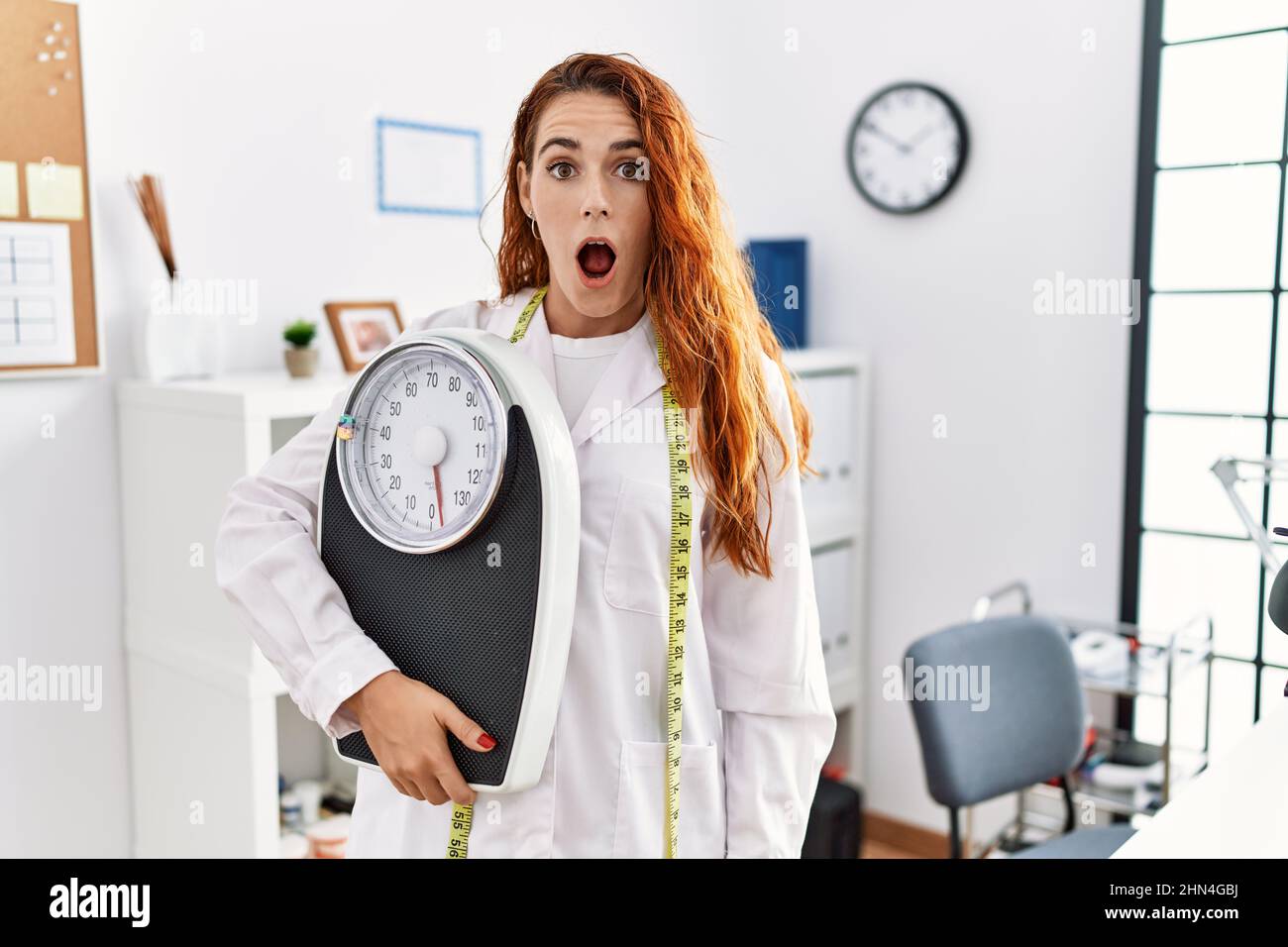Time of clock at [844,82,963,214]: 1:50
